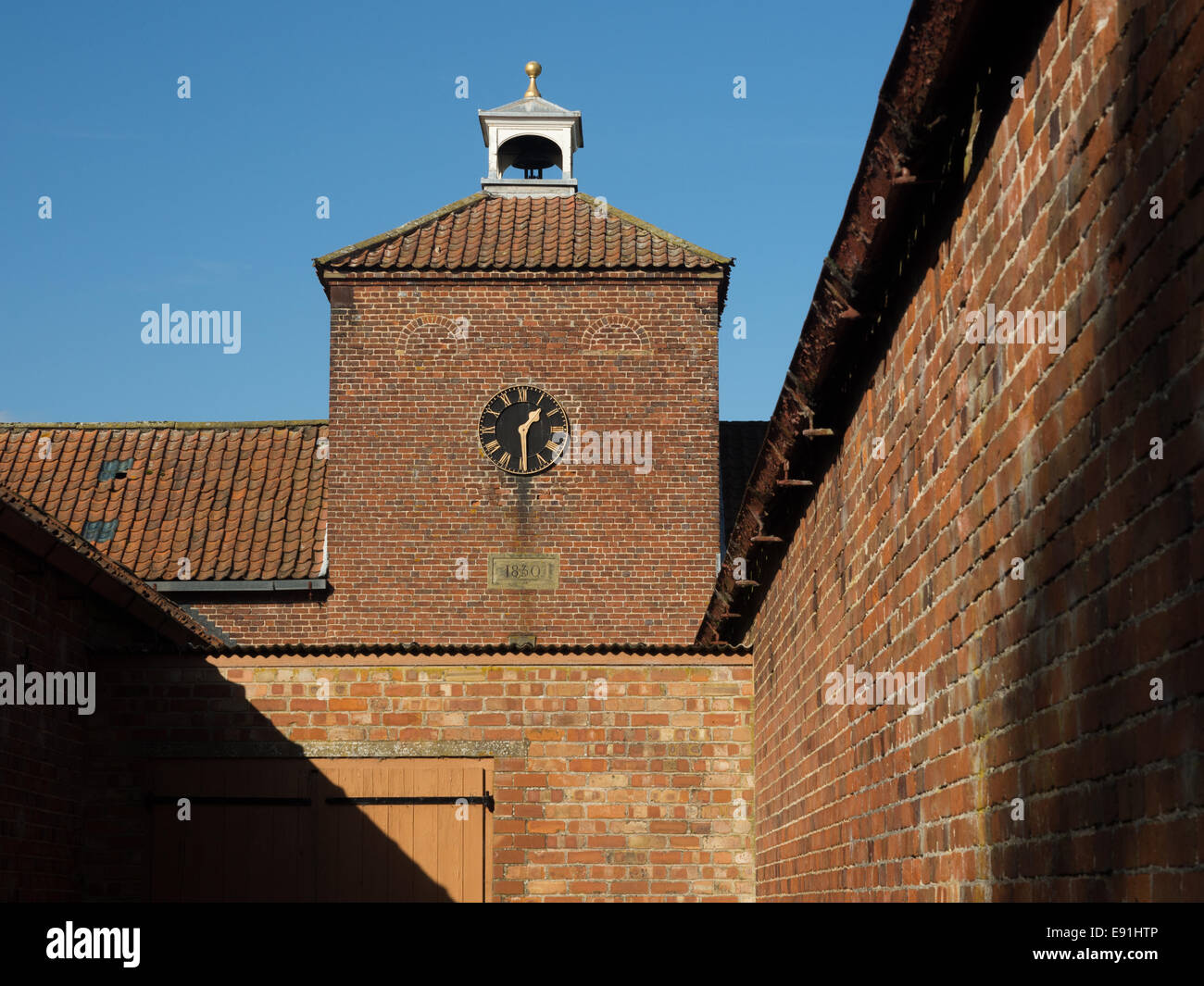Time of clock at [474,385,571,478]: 1:29
